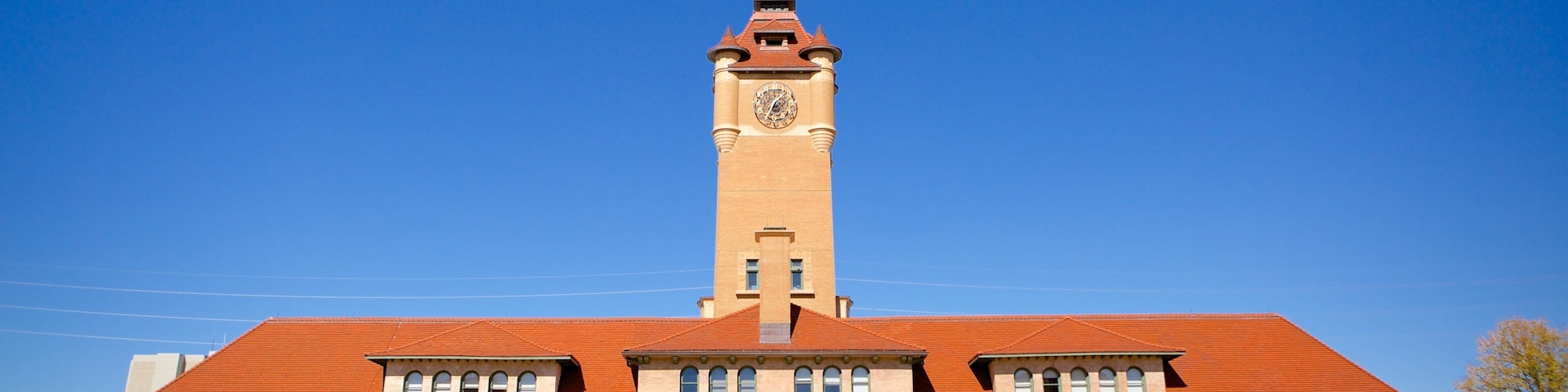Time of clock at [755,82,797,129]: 7:06
